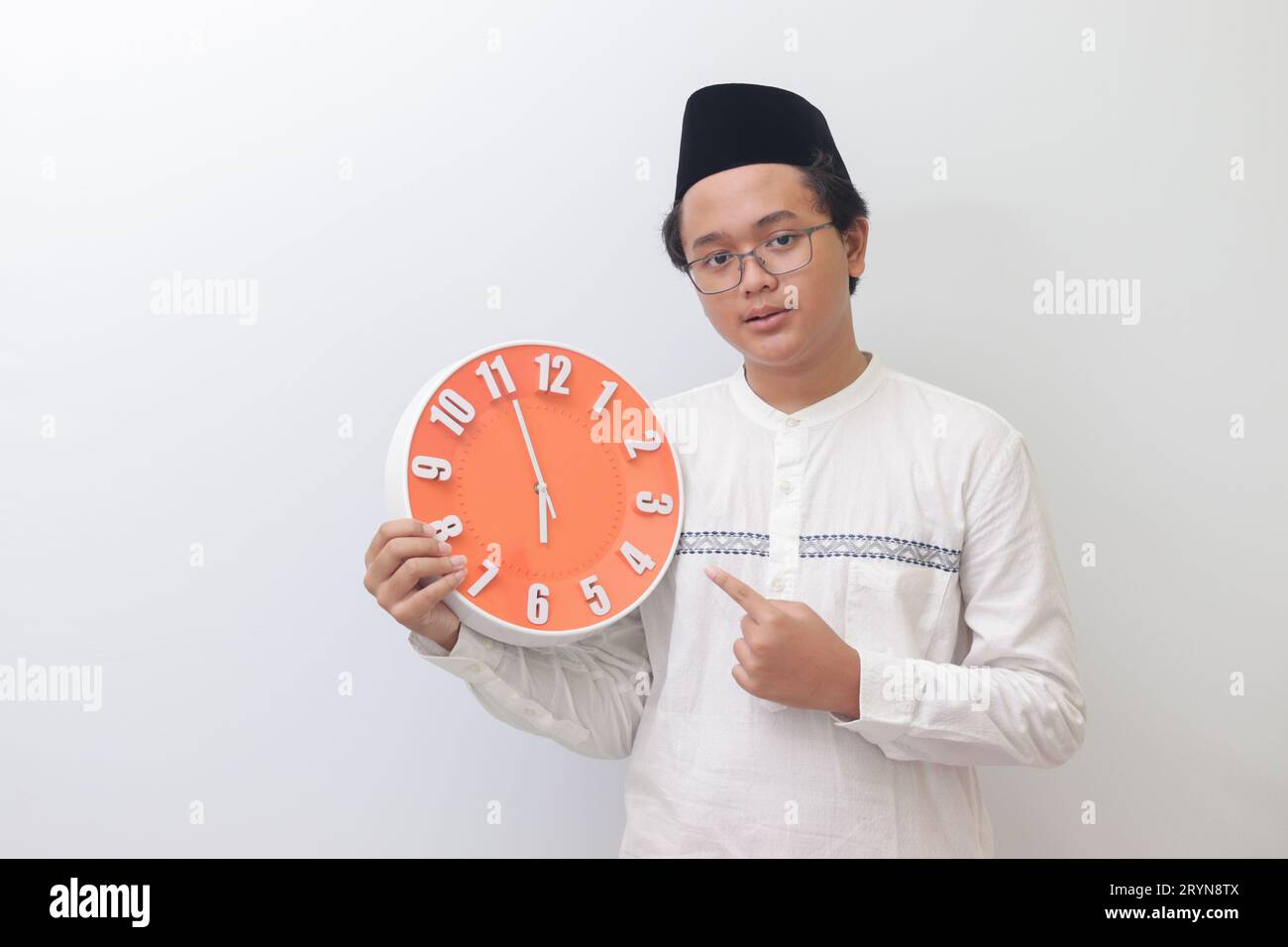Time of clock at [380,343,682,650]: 5:56
